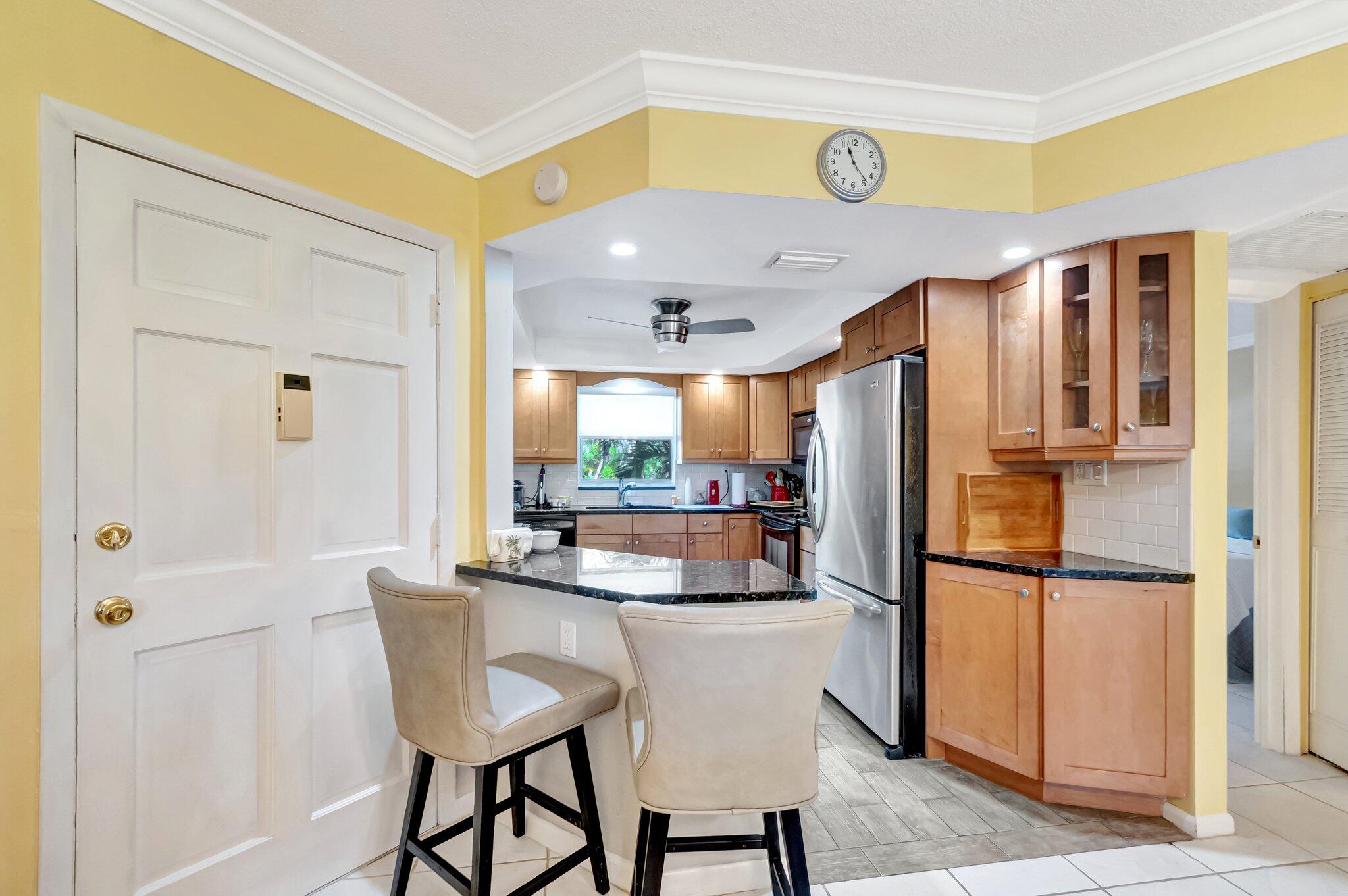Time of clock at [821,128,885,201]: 11:23
